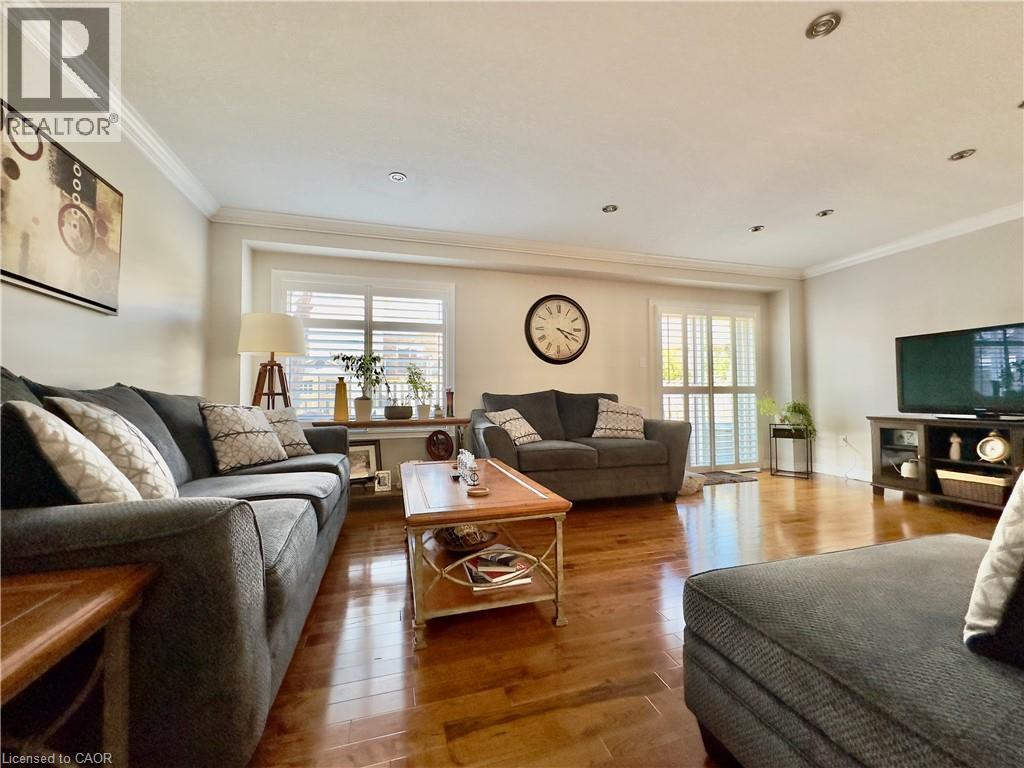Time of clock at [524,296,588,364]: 4:17
